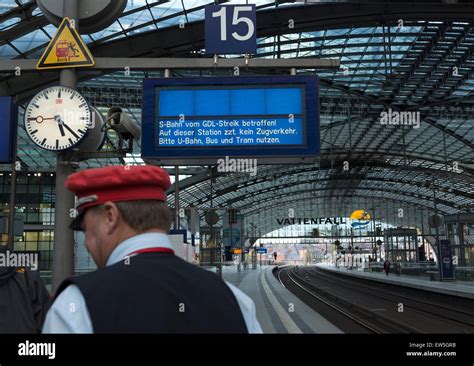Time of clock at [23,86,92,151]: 5:22
